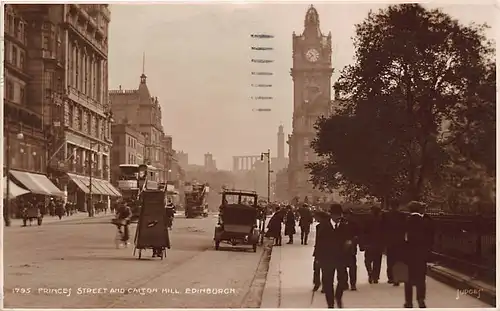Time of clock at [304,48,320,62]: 10:37
